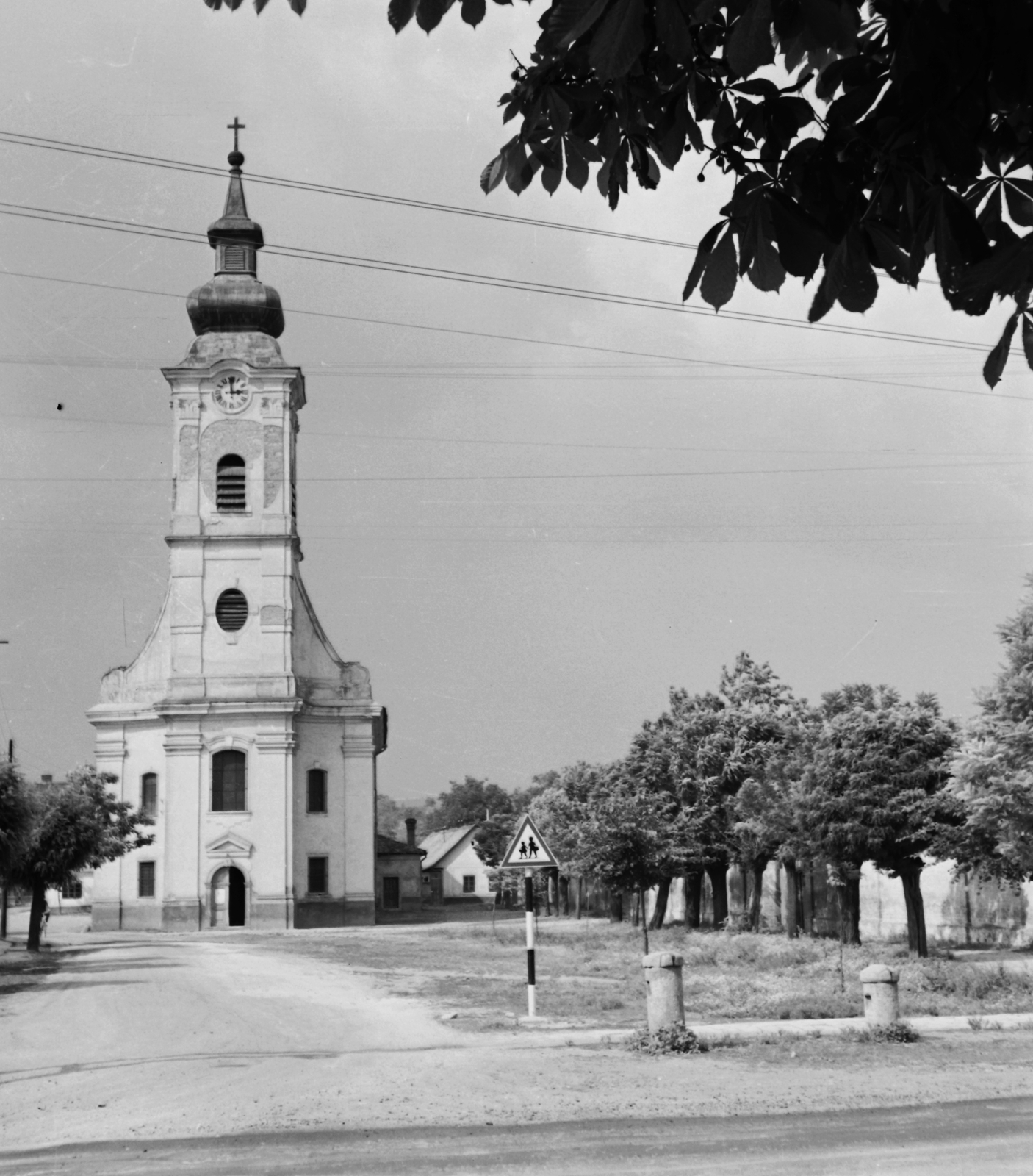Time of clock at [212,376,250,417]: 2:59
